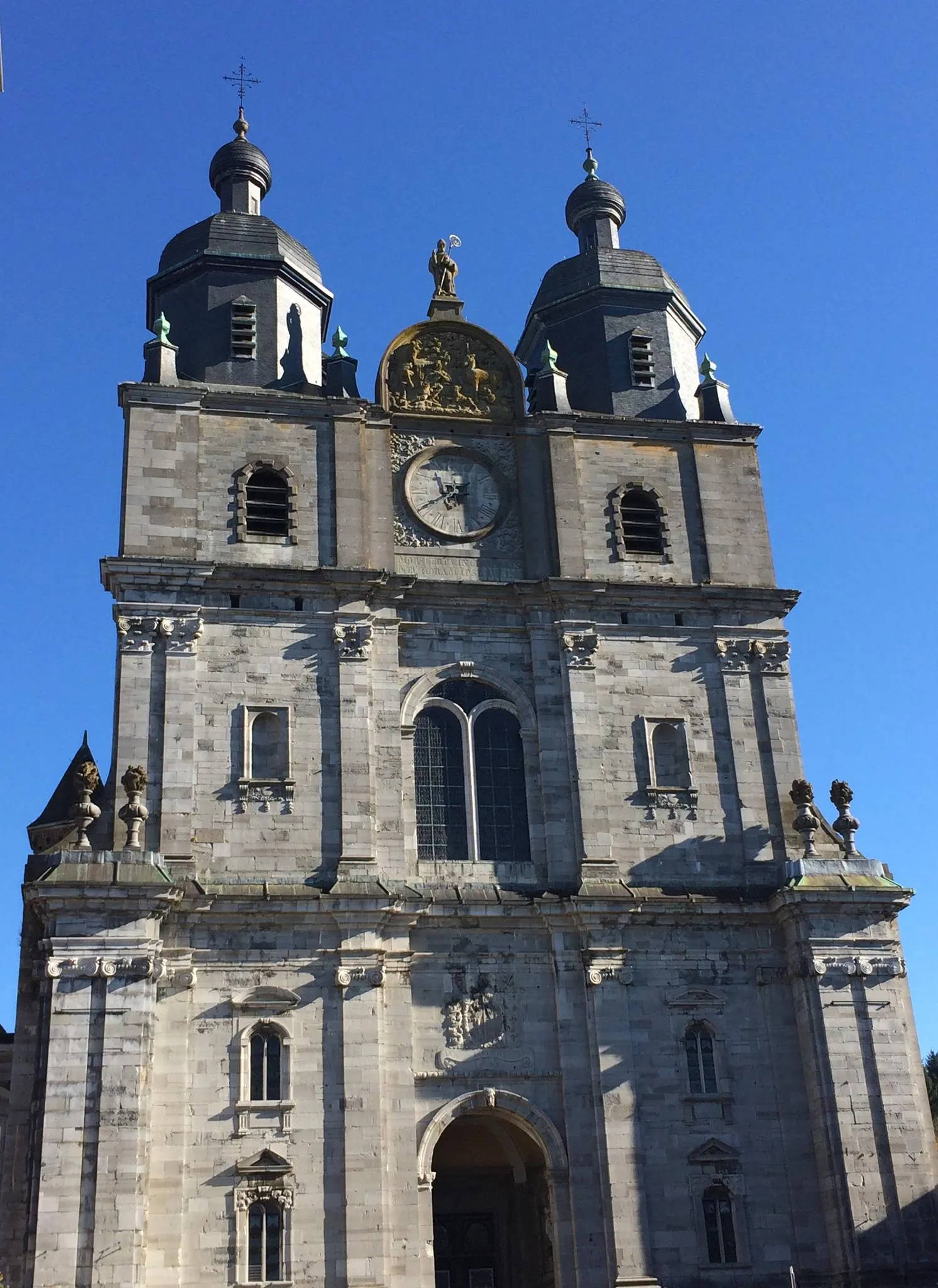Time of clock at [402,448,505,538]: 11:40
